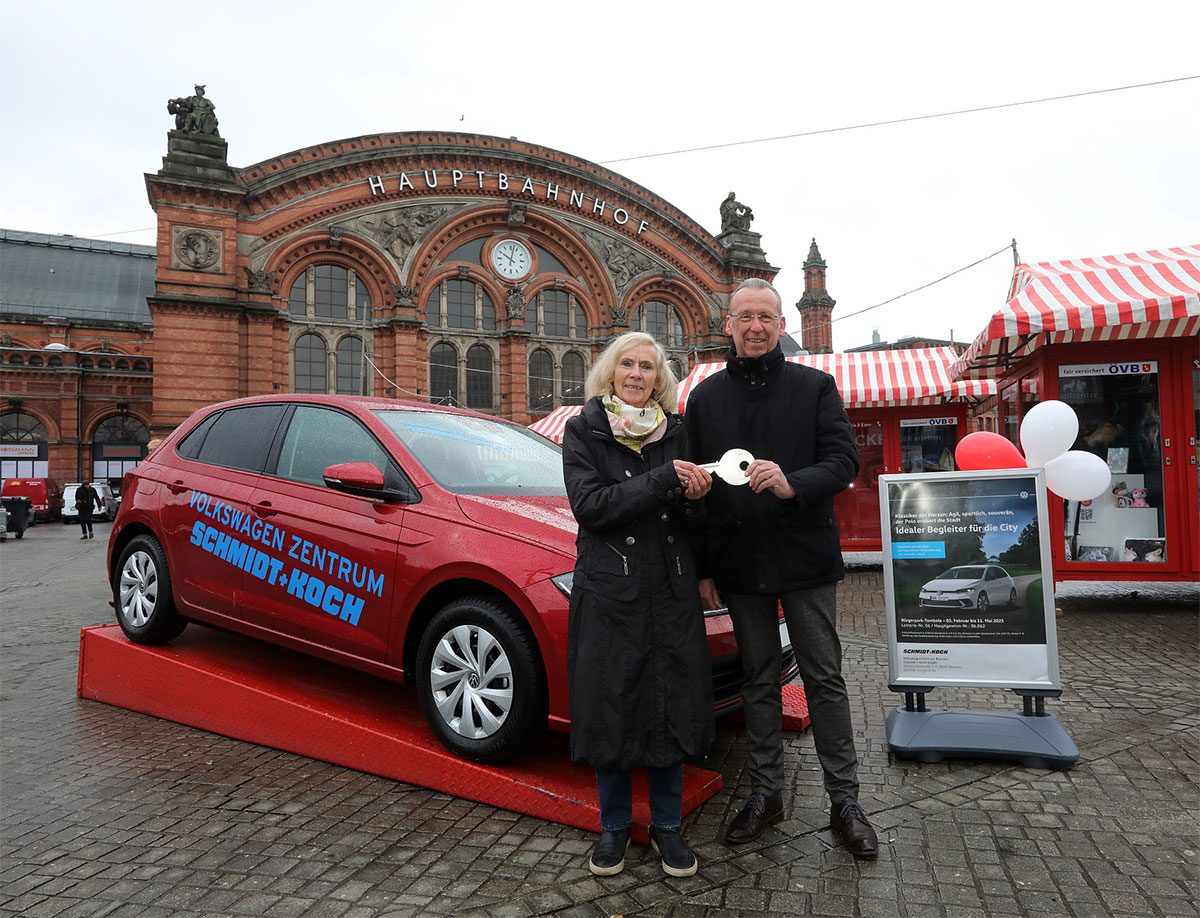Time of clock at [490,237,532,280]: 10:02
